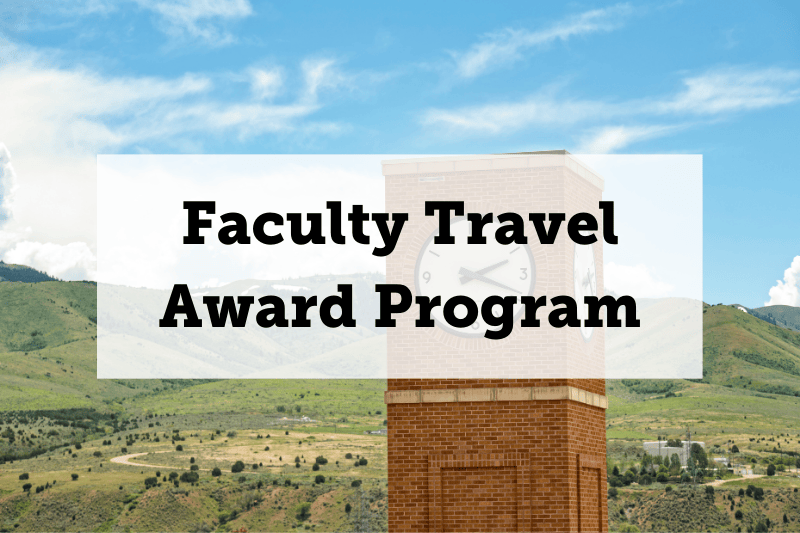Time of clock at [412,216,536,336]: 2:19
